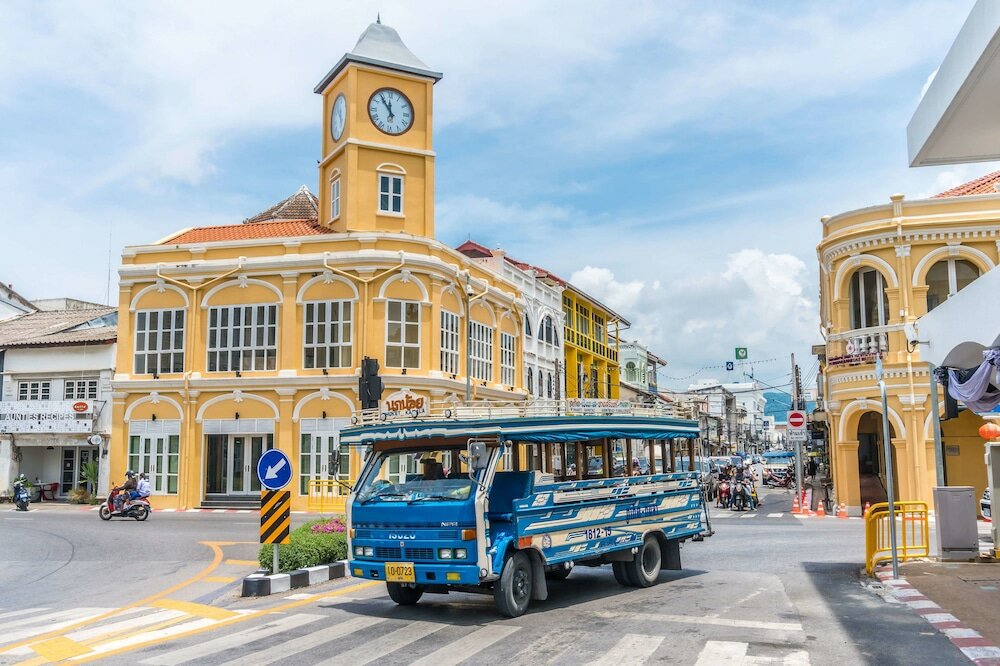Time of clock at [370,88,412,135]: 11:54
